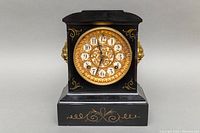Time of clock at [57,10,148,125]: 11:33
